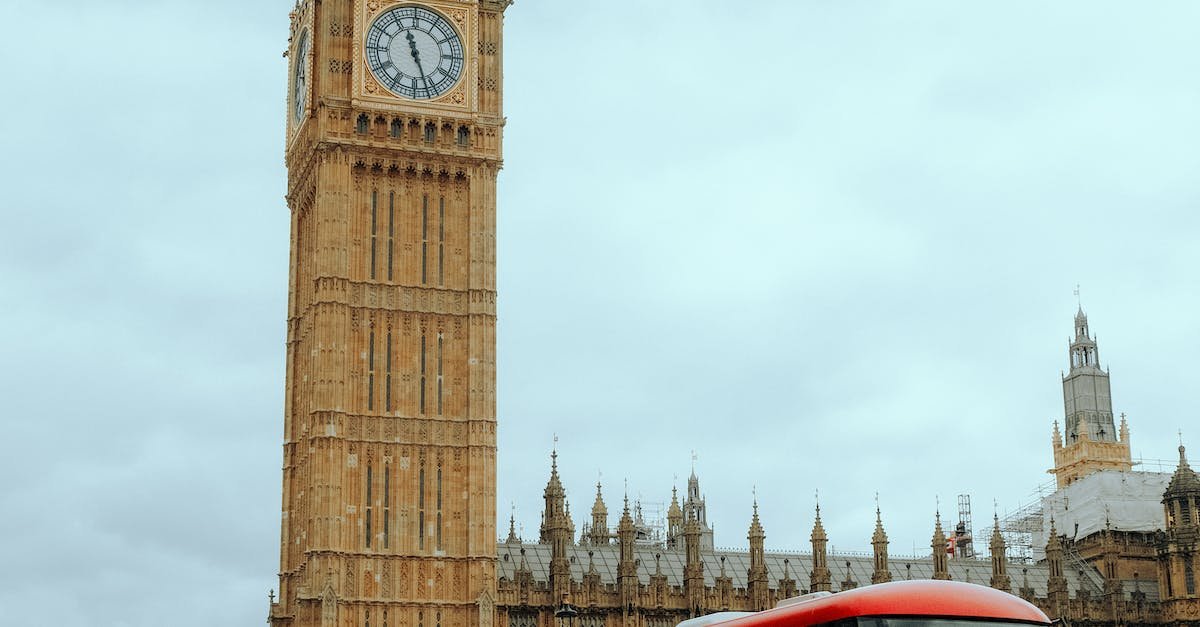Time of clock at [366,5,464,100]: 11:26
